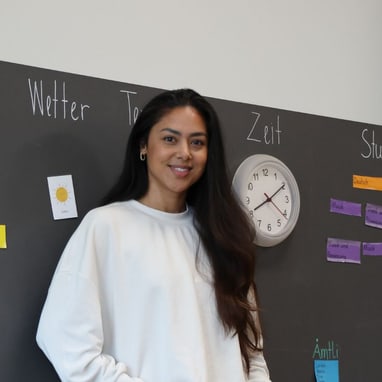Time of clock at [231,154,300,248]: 8:10
